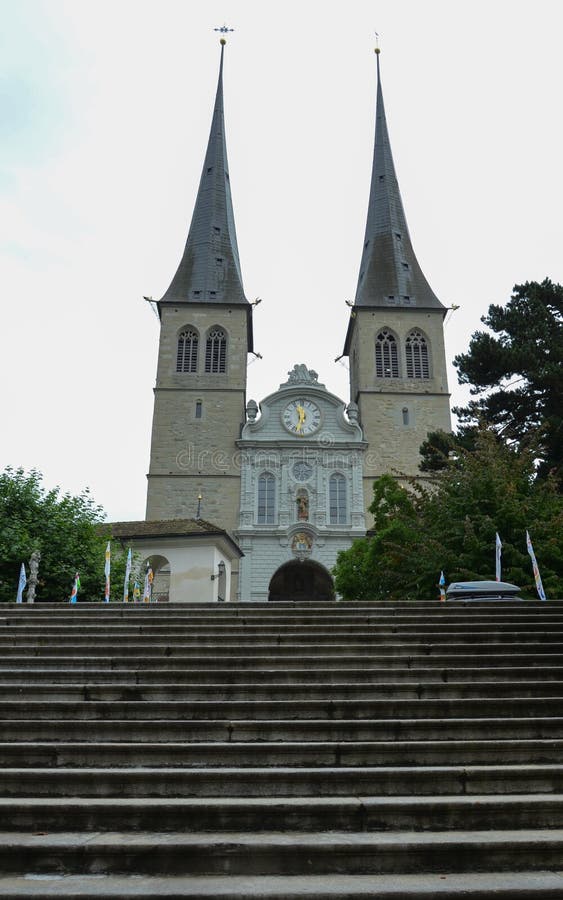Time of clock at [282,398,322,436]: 11:32
